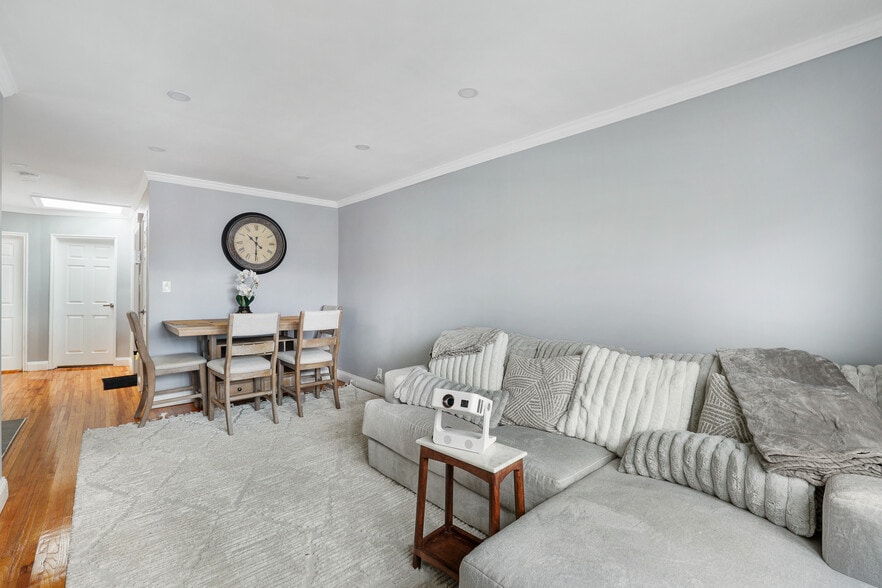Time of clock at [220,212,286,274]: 10:30
